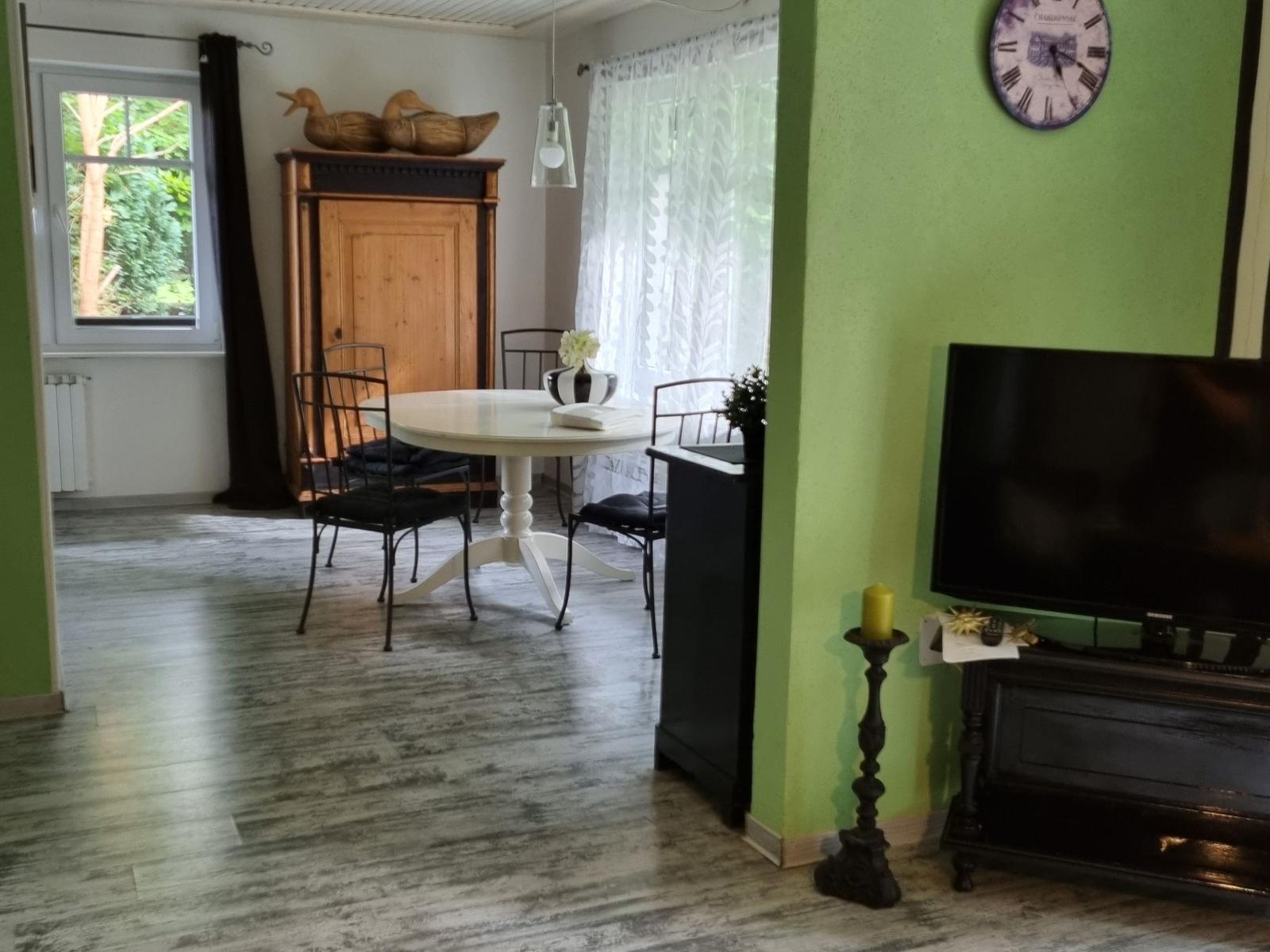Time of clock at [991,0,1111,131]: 5:18
